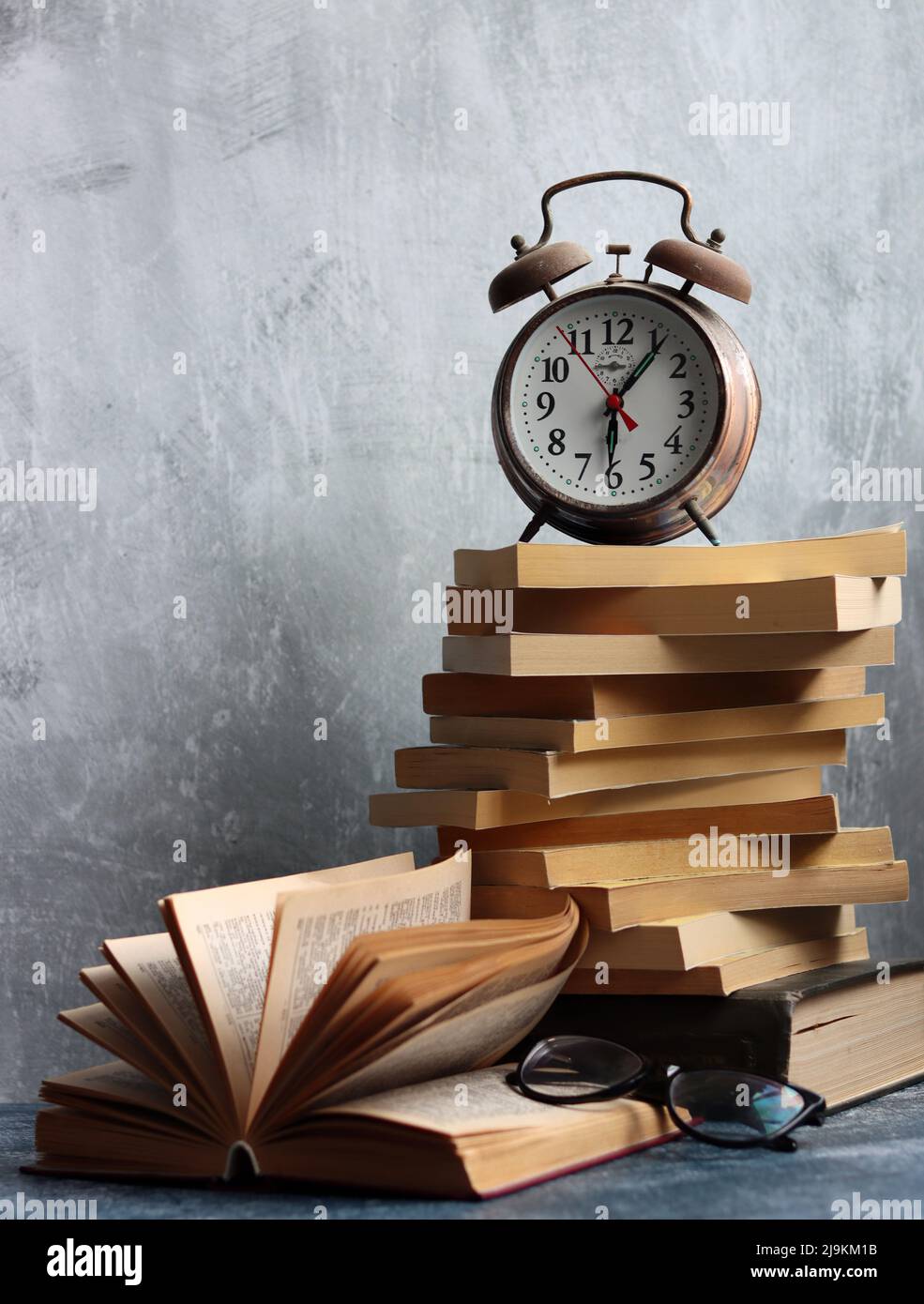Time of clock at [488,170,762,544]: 6:06
